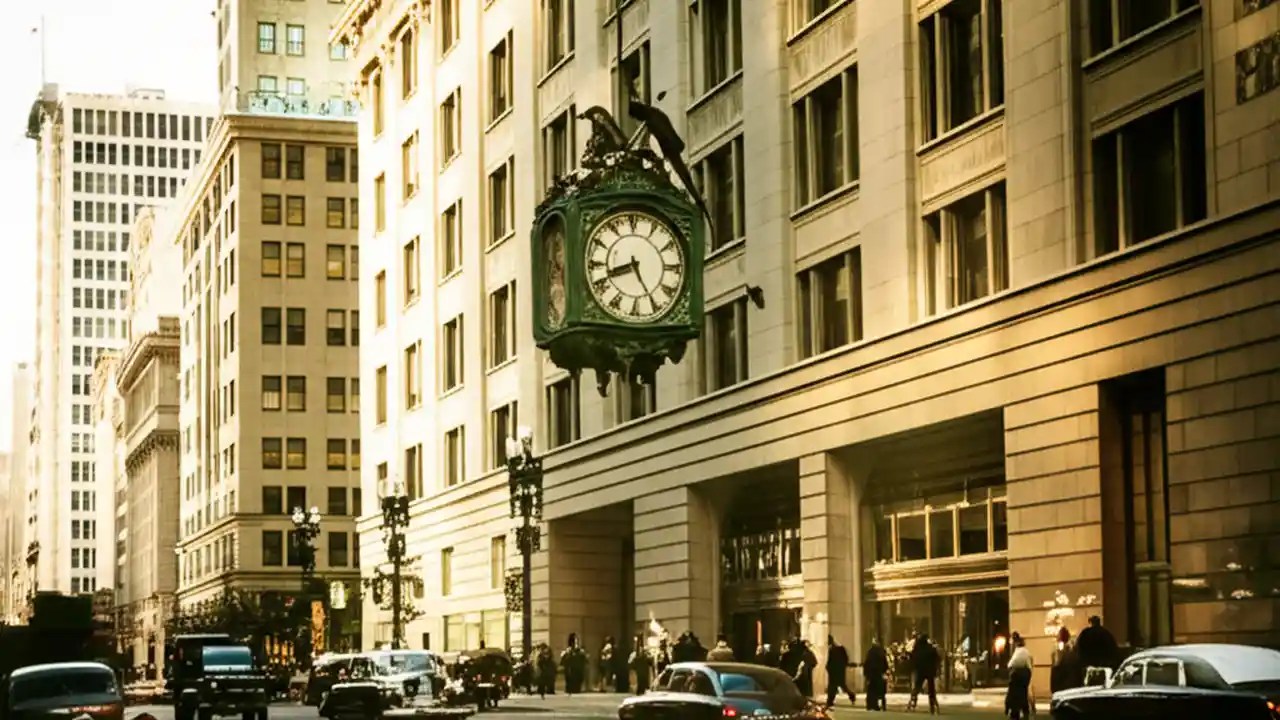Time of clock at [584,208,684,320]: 8:25
